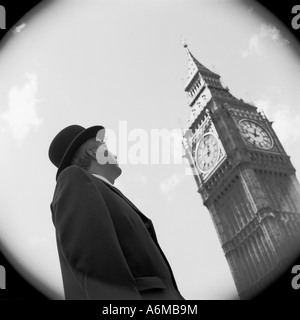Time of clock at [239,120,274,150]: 12:47
